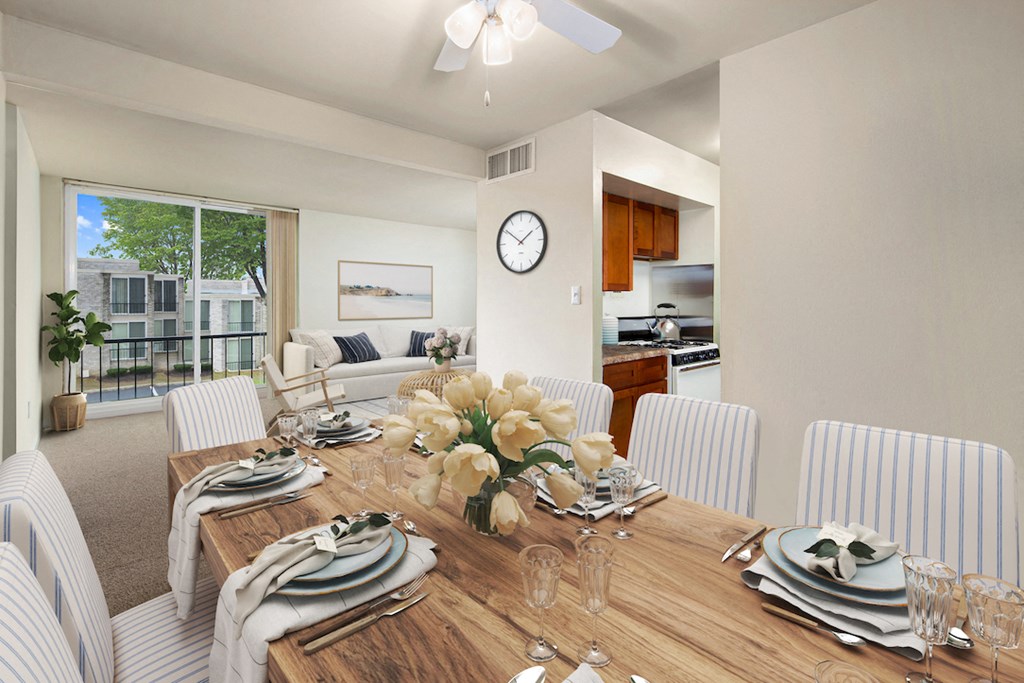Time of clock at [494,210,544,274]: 1:50
